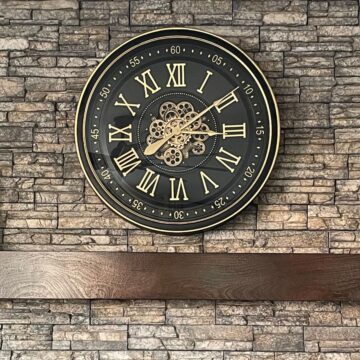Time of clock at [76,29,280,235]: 3:09
